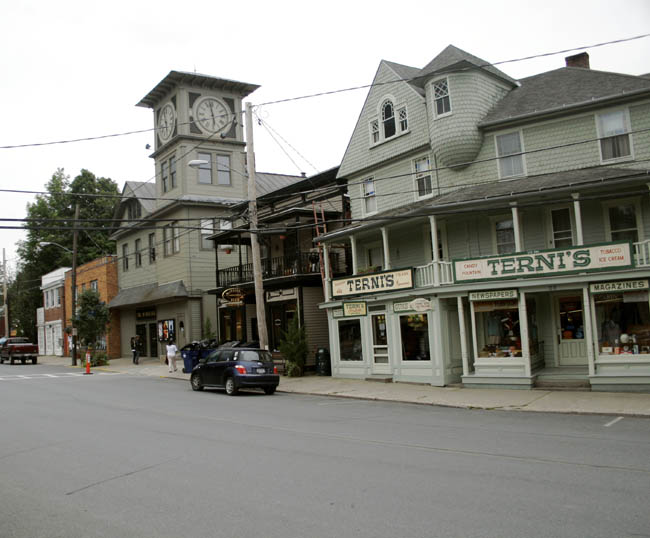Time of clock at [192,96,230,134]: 5:58
